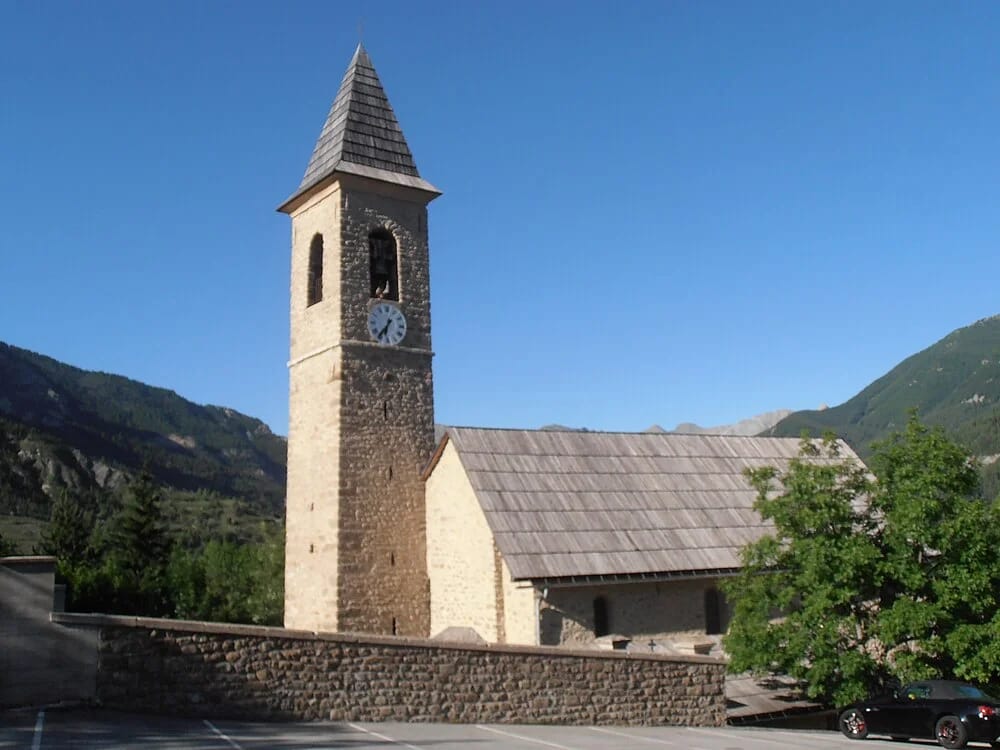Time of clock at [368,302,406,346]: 6:36
